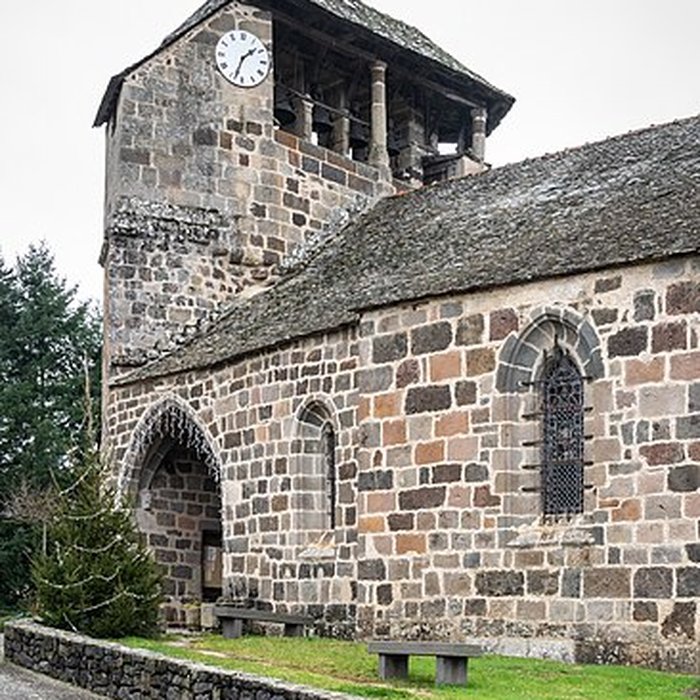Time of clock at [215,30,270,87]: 1:33
